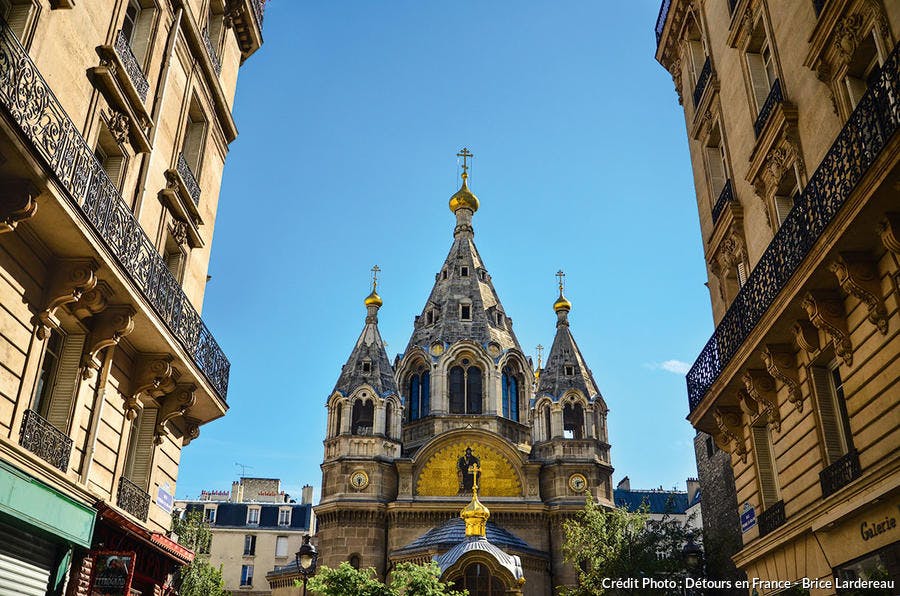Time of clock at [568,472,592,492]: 6:12
